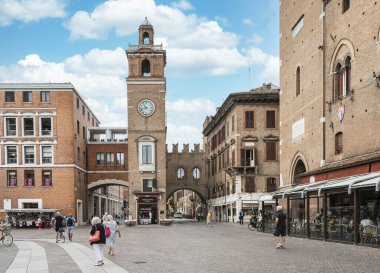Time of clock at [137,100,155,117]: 10:42
